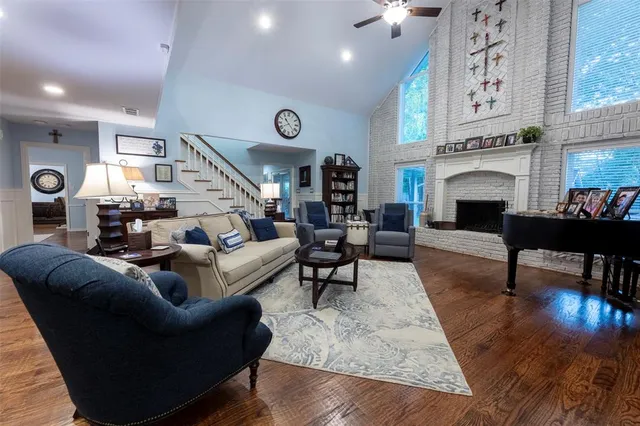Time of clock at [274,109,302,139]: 10:40
